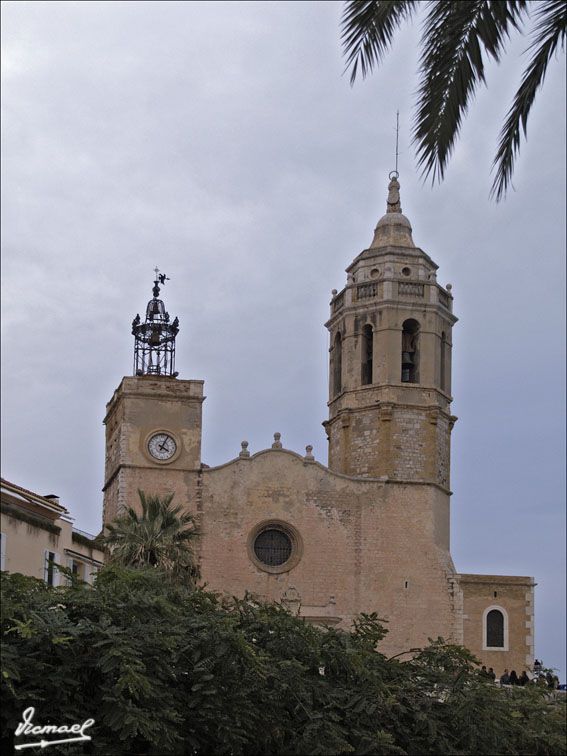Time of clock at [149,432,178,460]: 4:04
